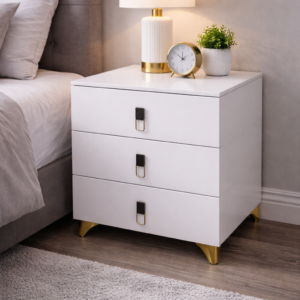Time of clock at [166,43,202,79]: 1:50
